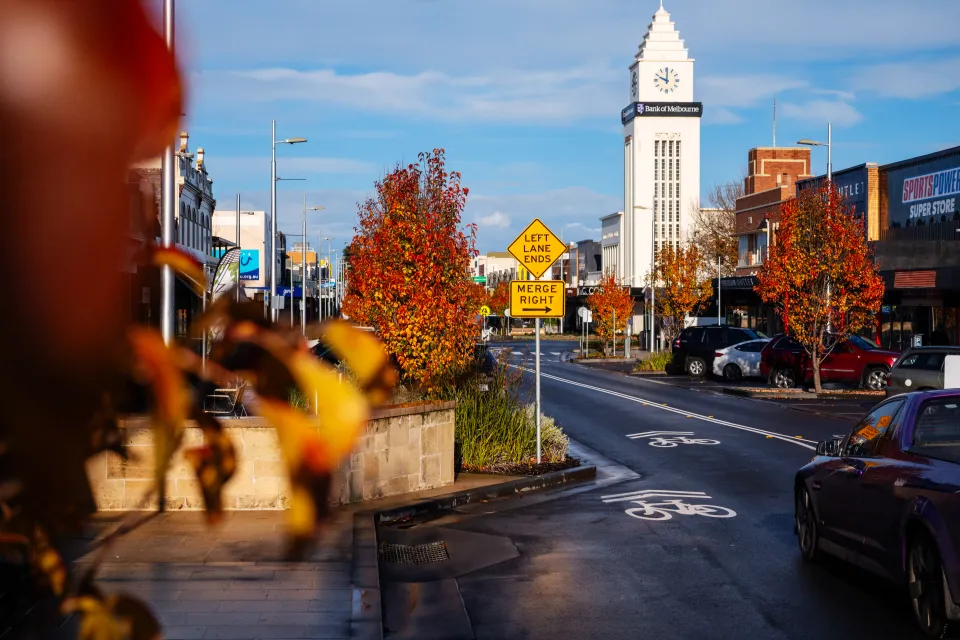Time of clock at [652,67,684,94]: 10:00
